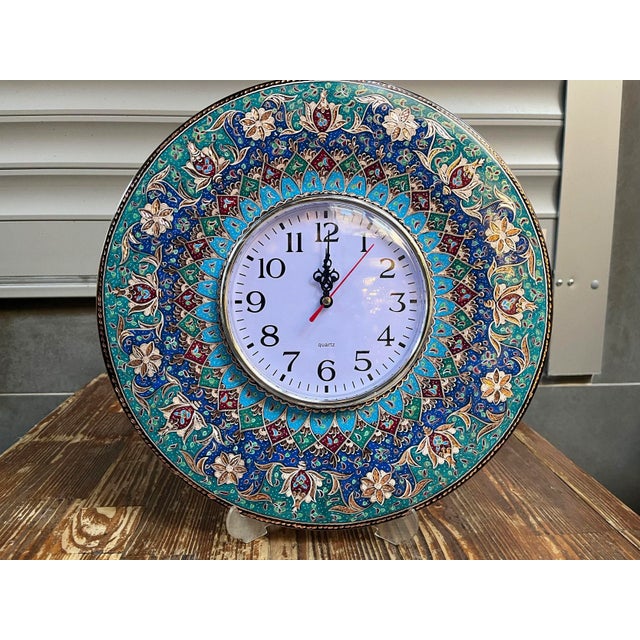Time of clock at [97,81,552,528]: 12:00
